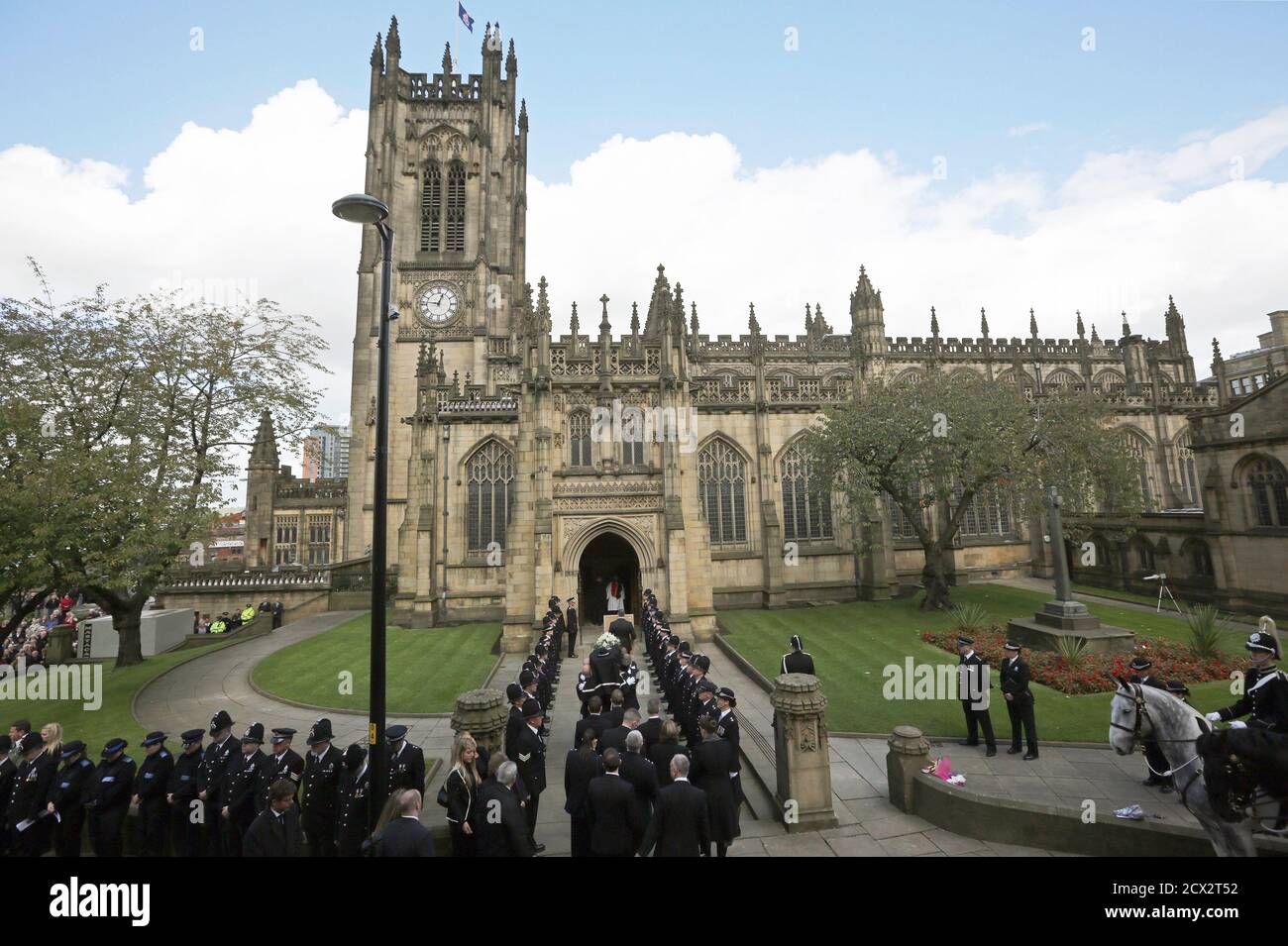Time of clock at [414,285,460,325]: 12:46
